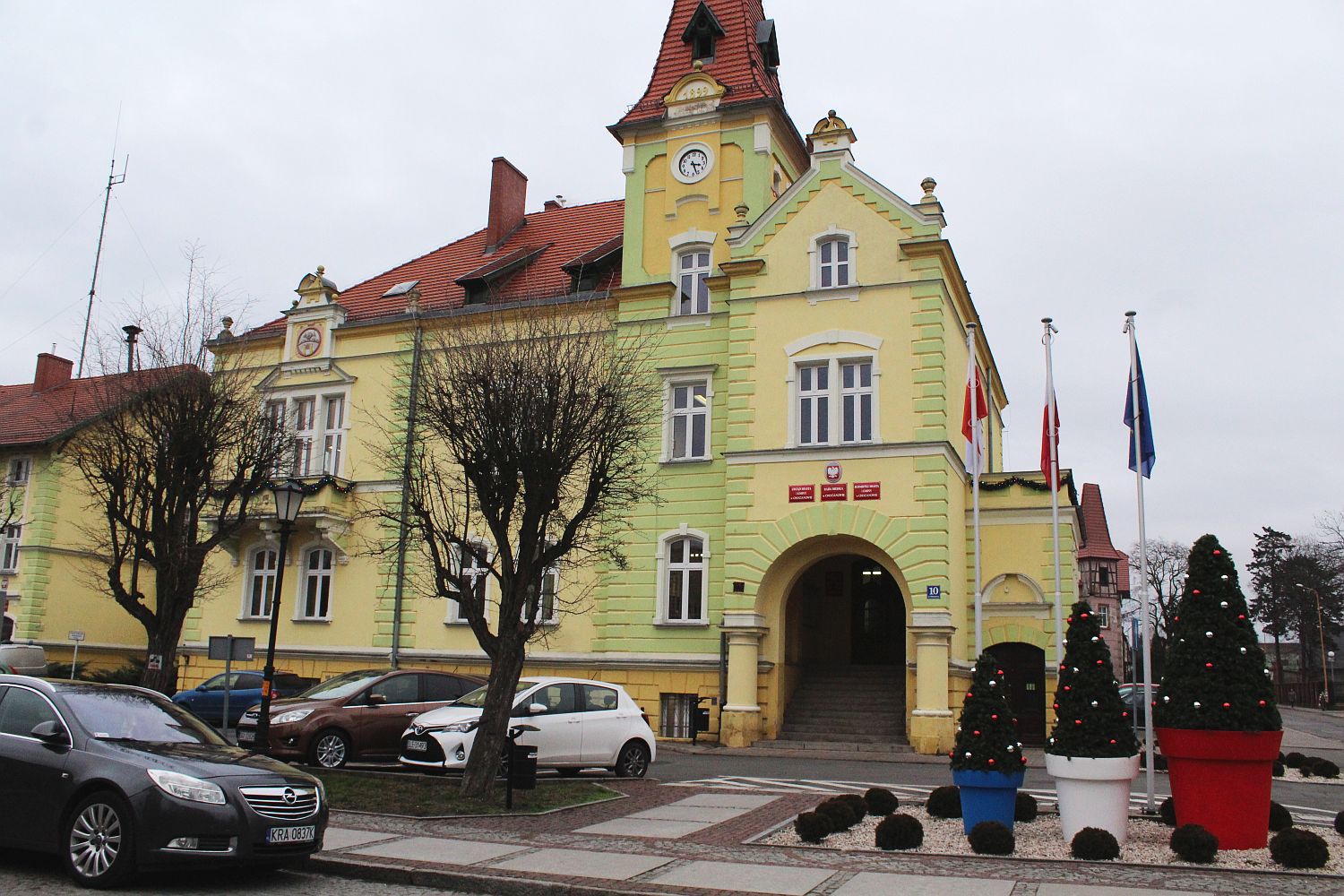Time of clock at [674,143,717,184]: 3:26
